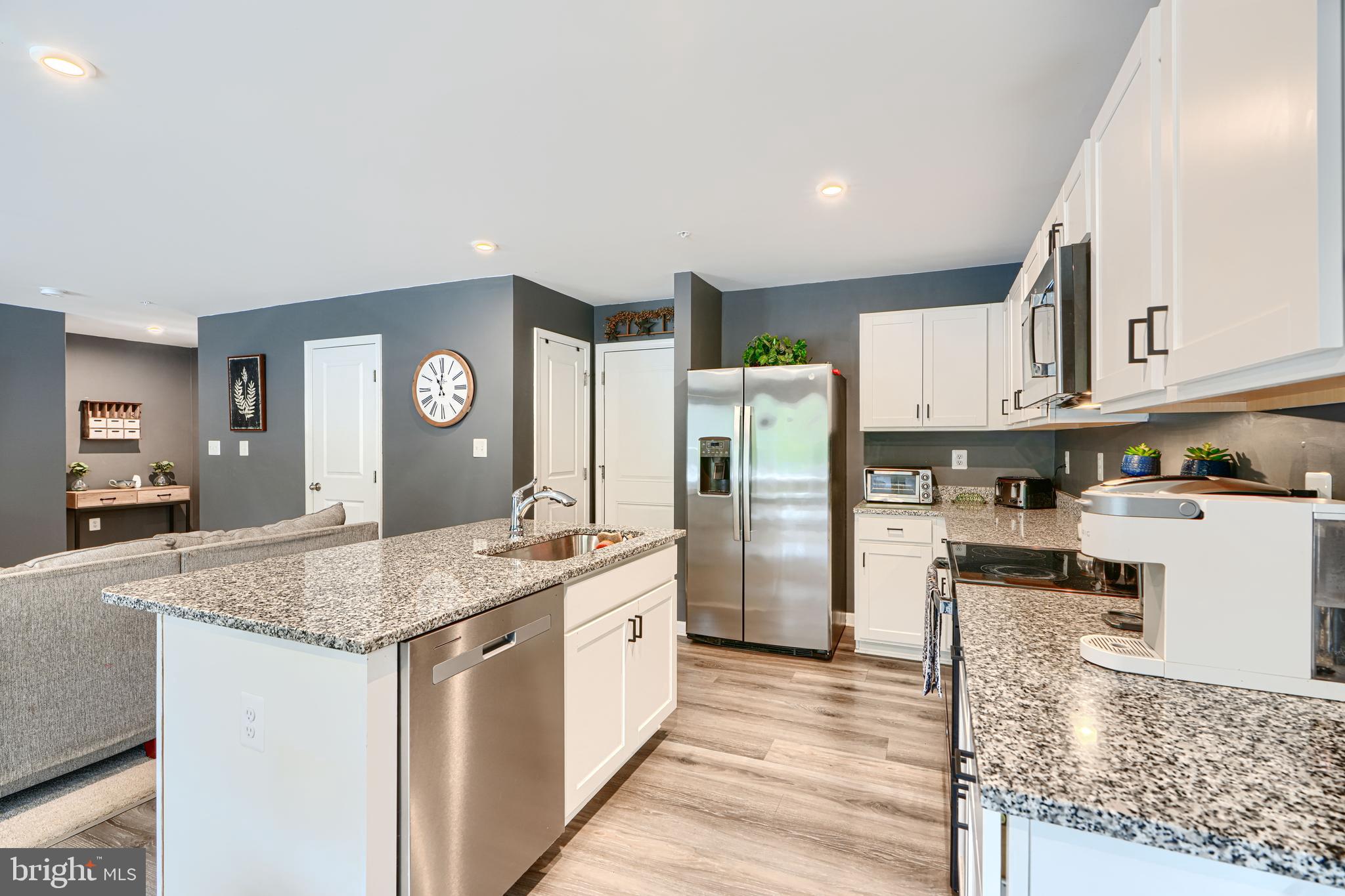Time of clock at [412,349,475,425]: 11:00
